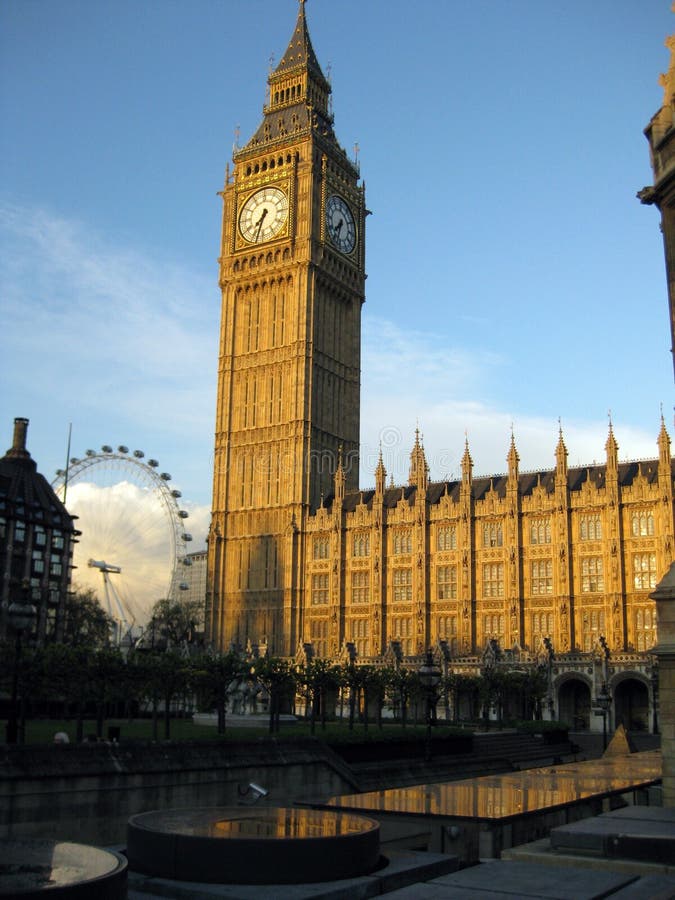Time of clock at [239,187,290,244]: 7:33
